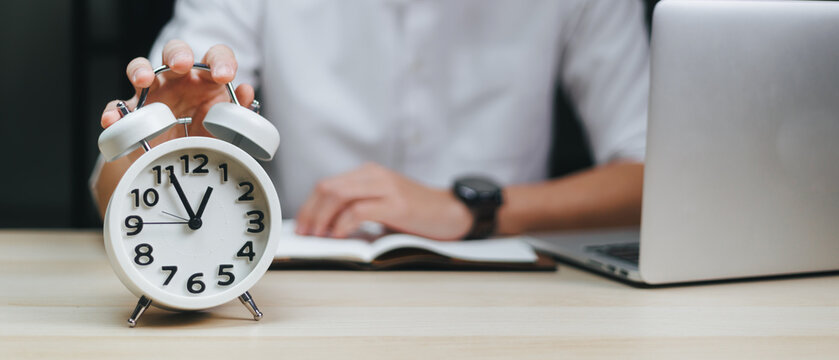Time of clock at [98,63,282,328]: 12:55
